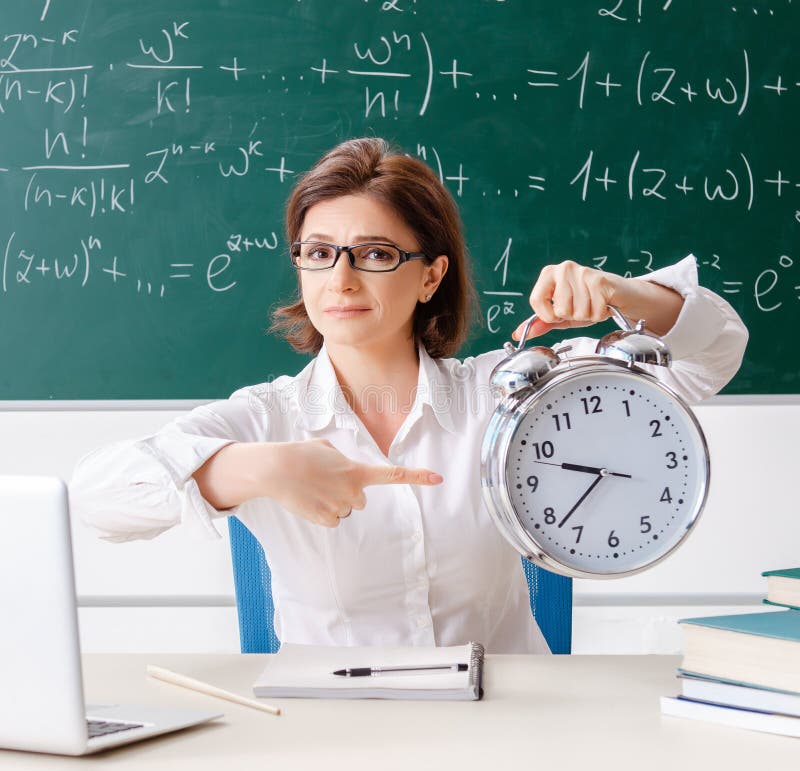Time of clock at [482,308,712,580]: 9:38
